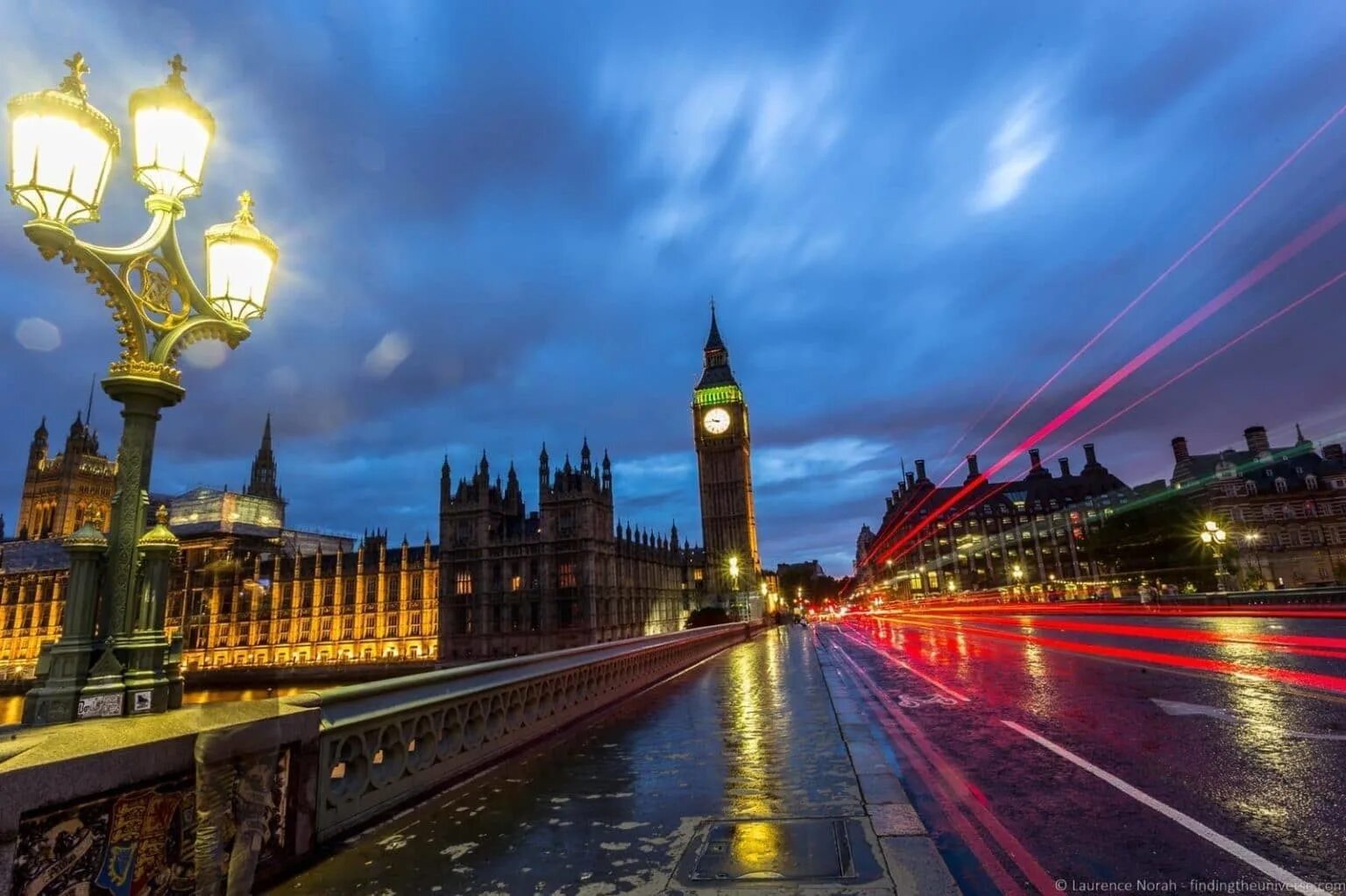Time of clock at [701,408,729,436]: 9:45
